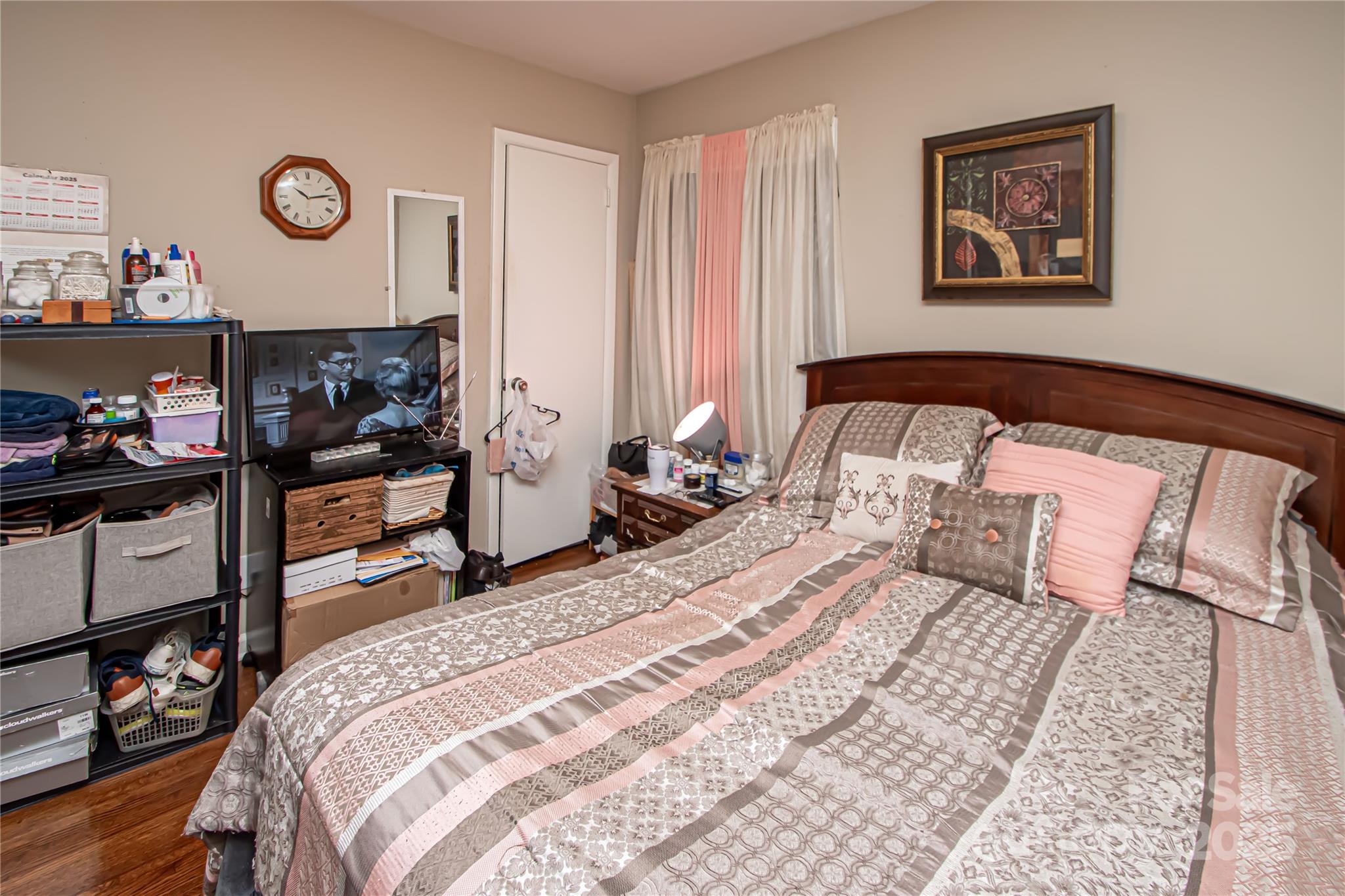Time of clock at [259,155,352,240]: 10:13
